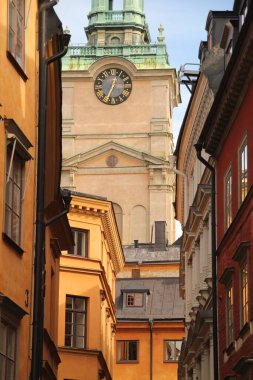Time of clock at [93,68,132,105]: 12:33
